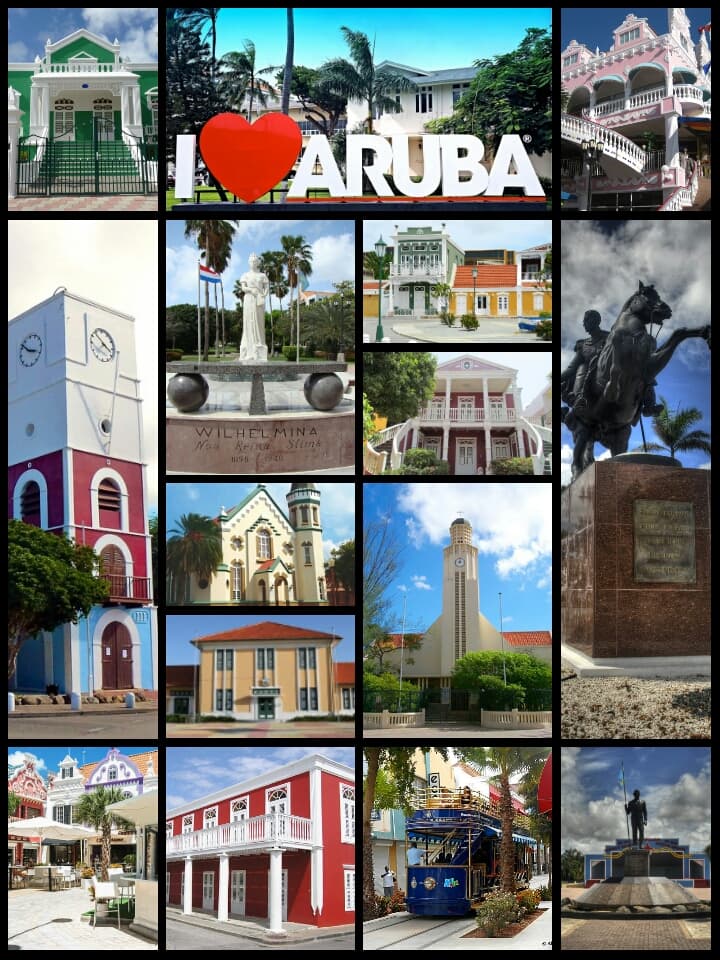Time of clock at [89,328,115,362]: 3:52
